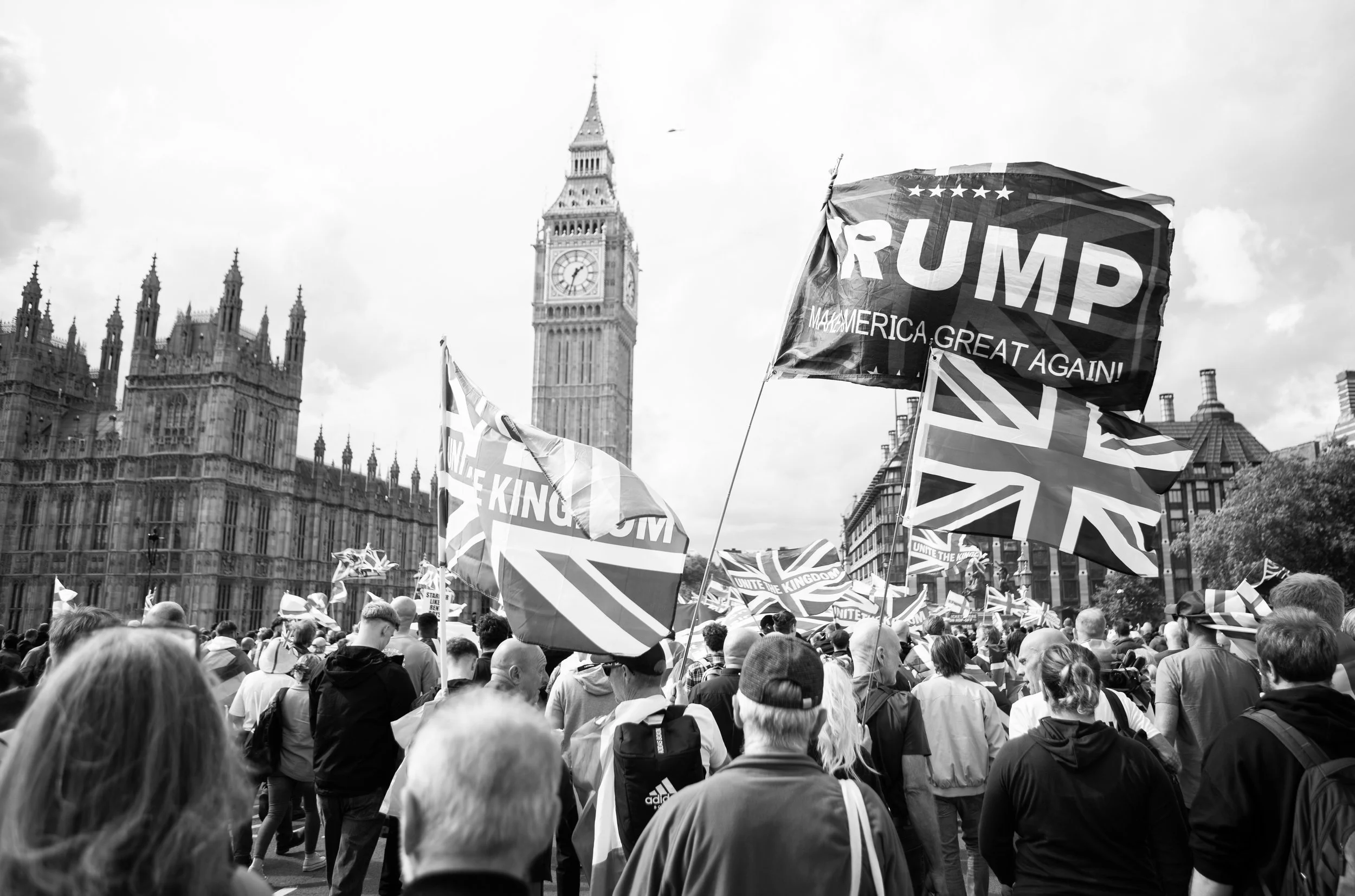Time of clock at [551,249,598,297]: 1:32
